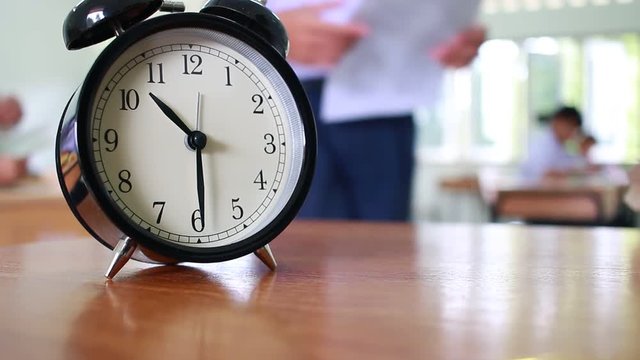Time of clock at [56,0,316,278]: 10:29
